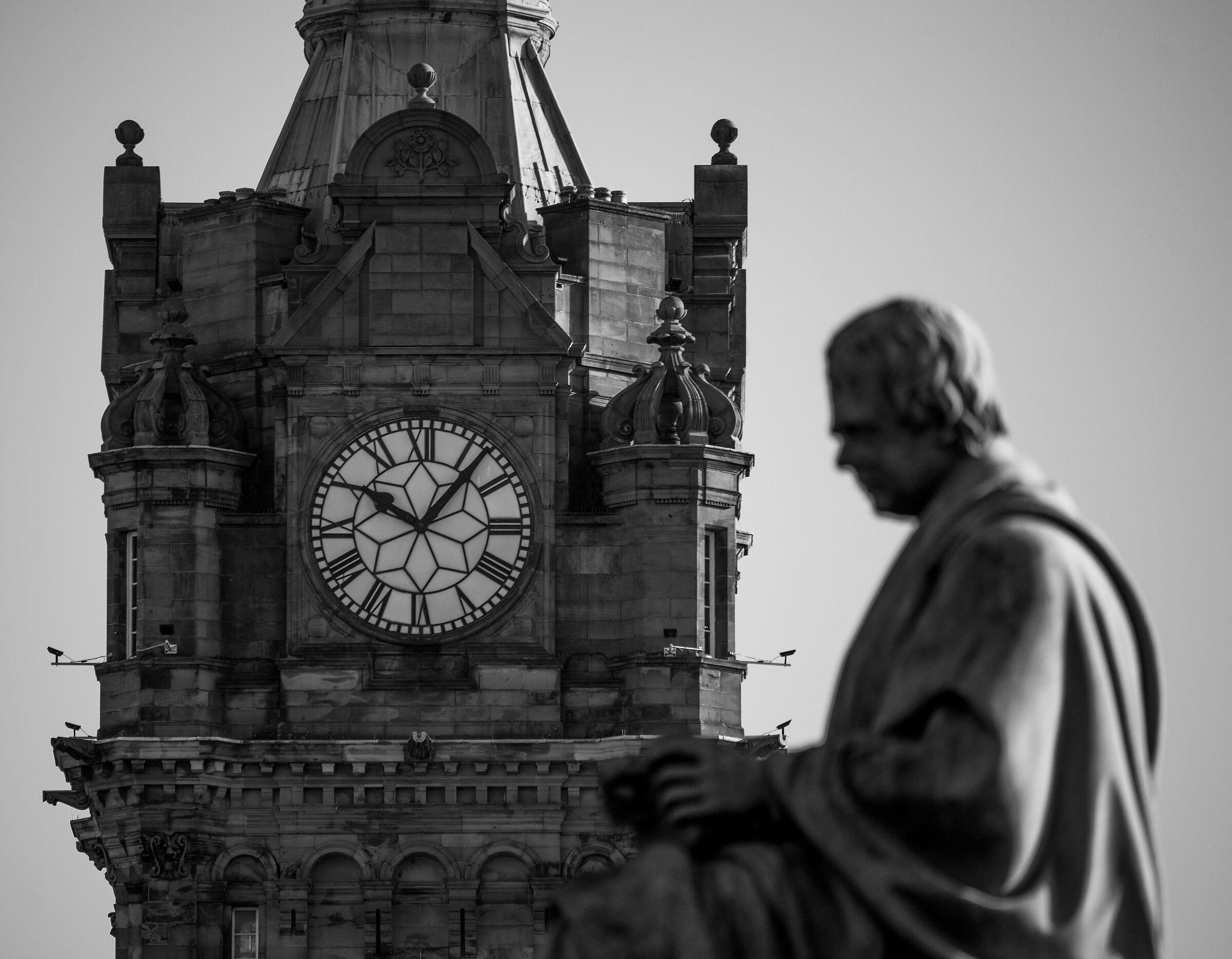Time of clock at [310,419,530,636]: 10:06
